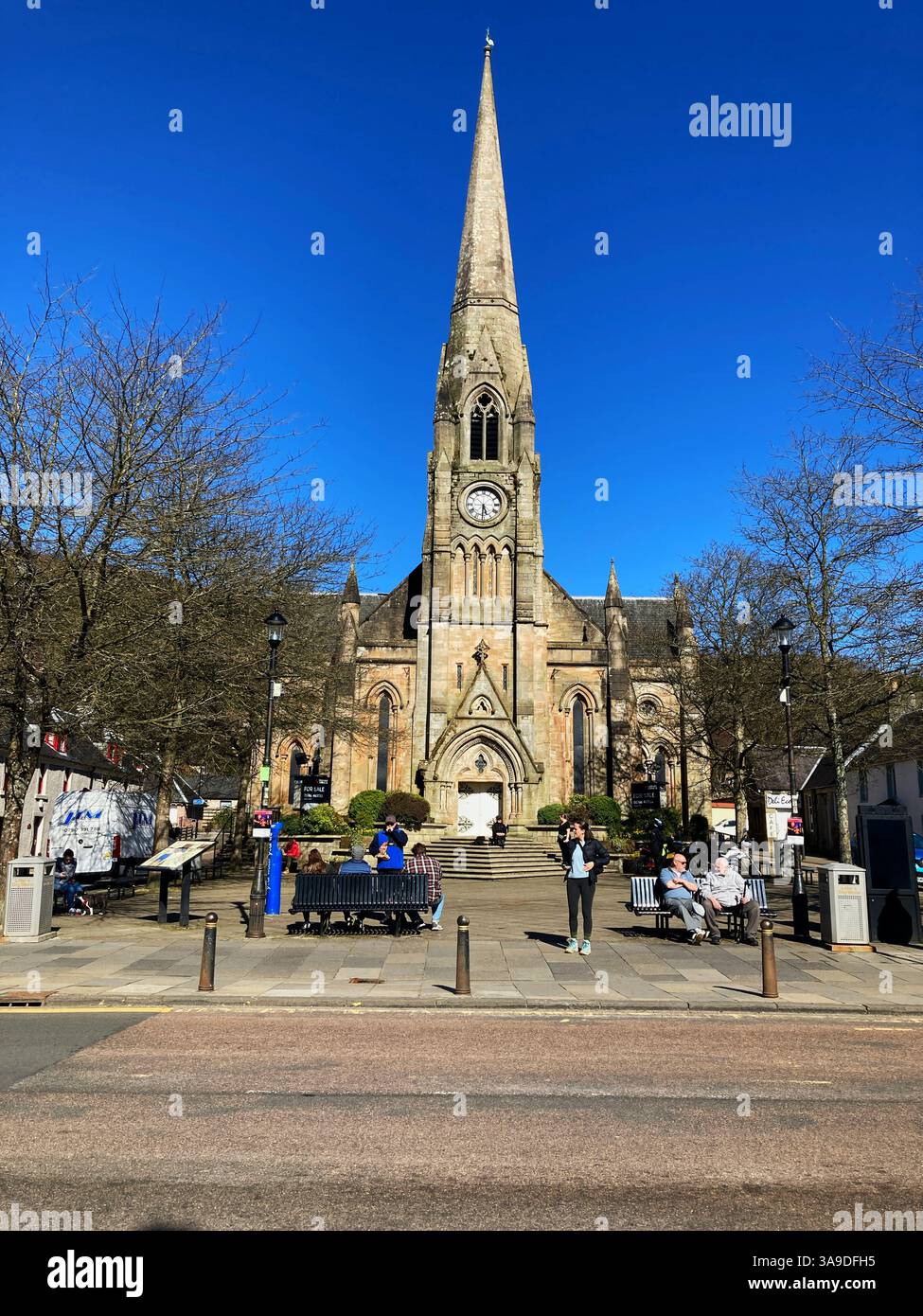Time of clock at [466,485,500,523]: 5:31
